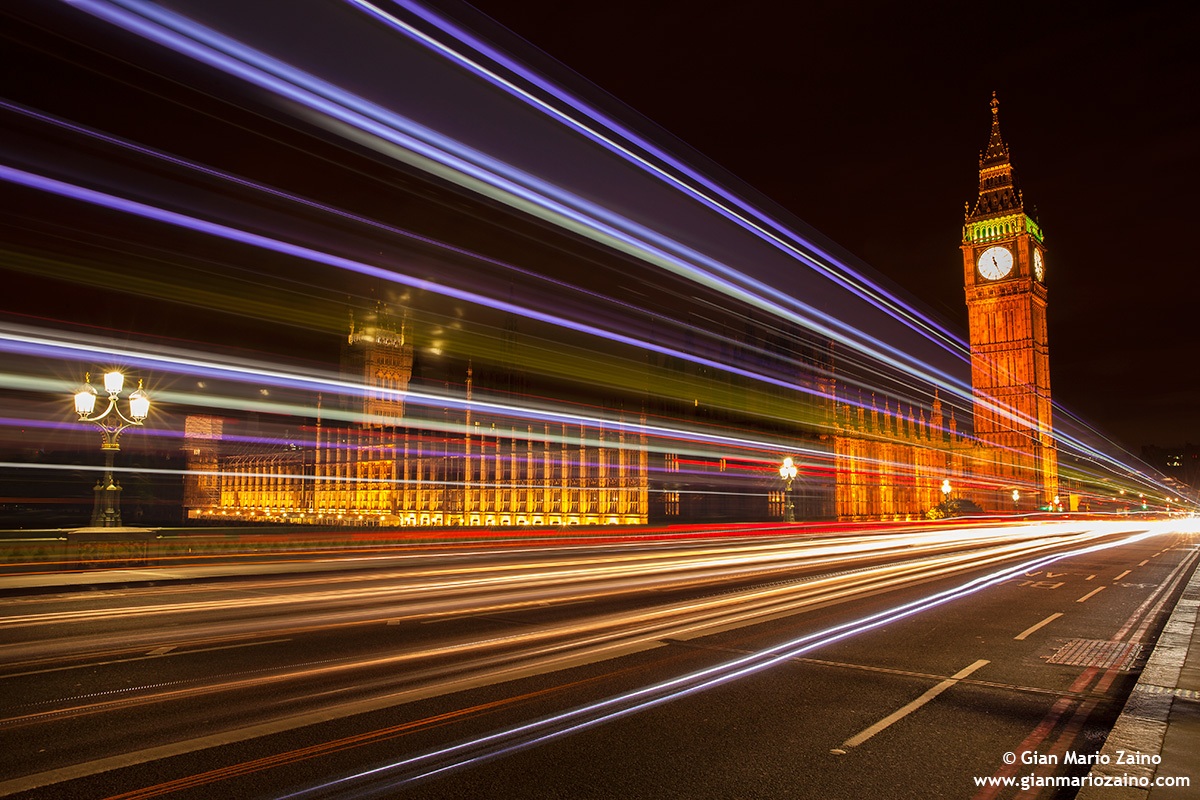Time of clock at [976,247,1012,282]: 11:26
